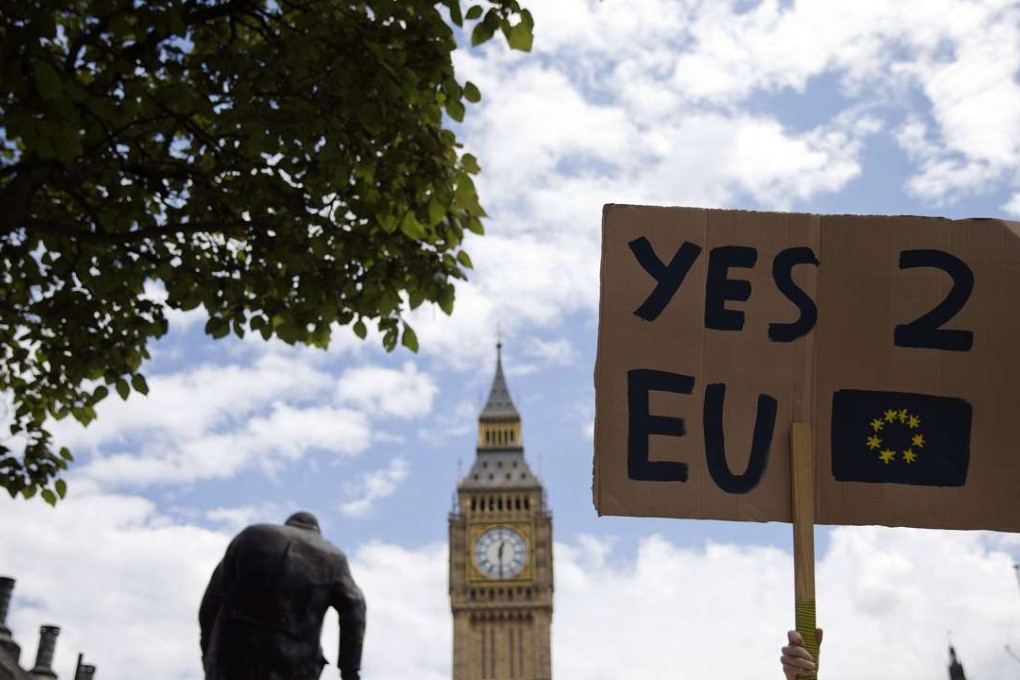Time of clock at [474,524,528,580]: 12:29
